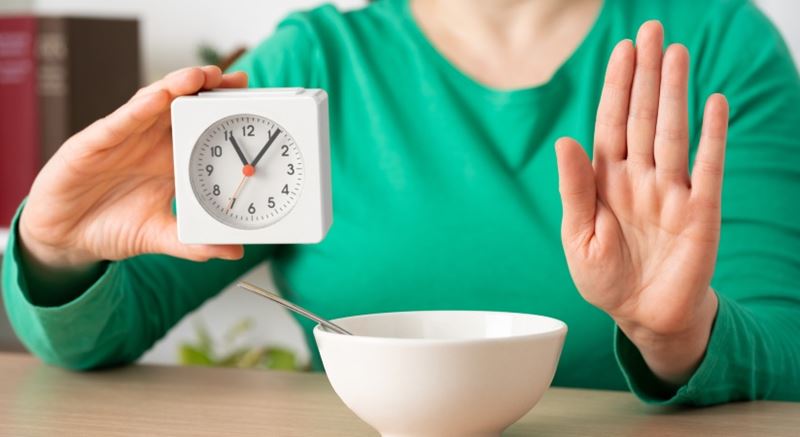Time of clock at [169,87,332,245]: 11:06
